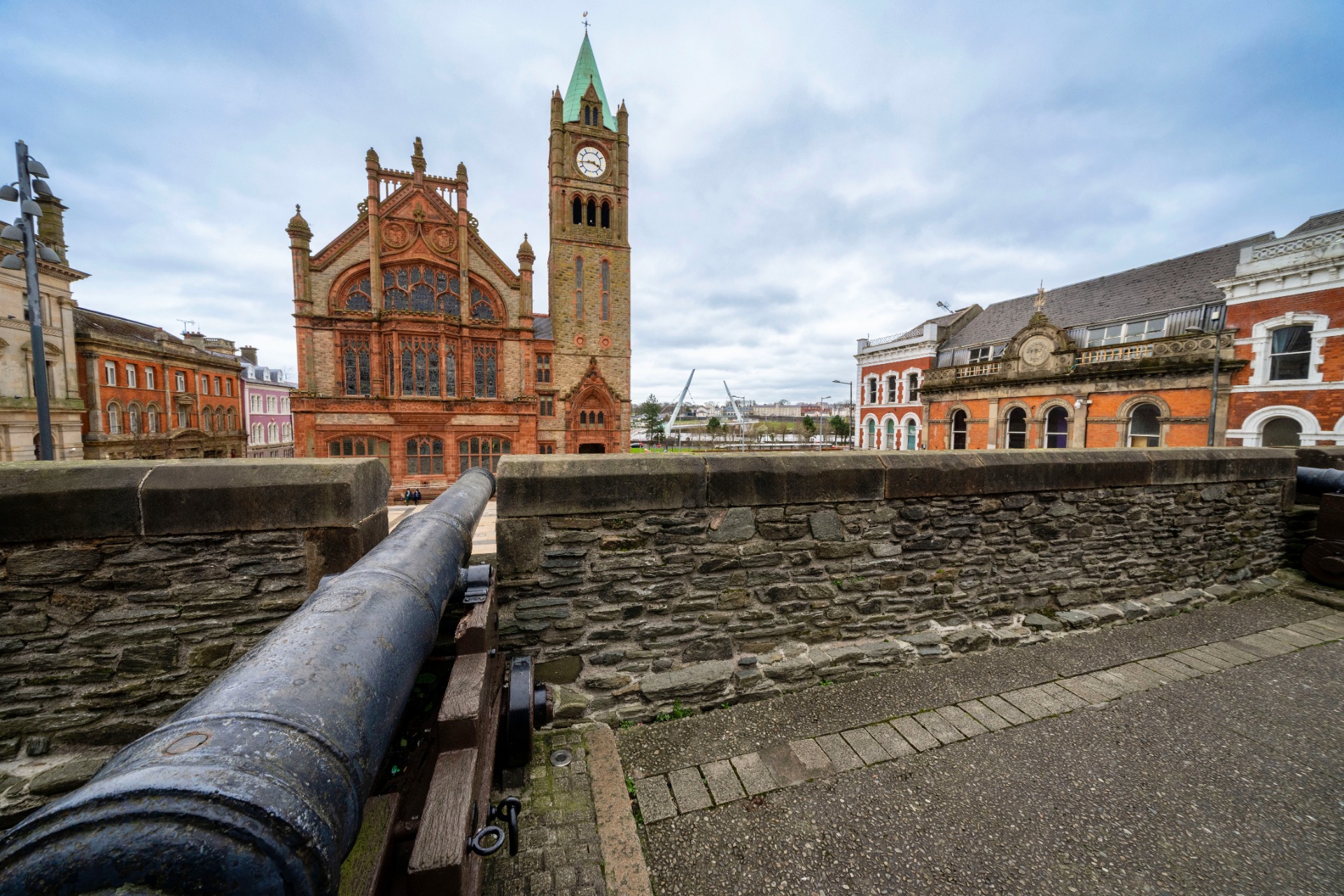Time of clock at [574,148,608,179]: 3:43
